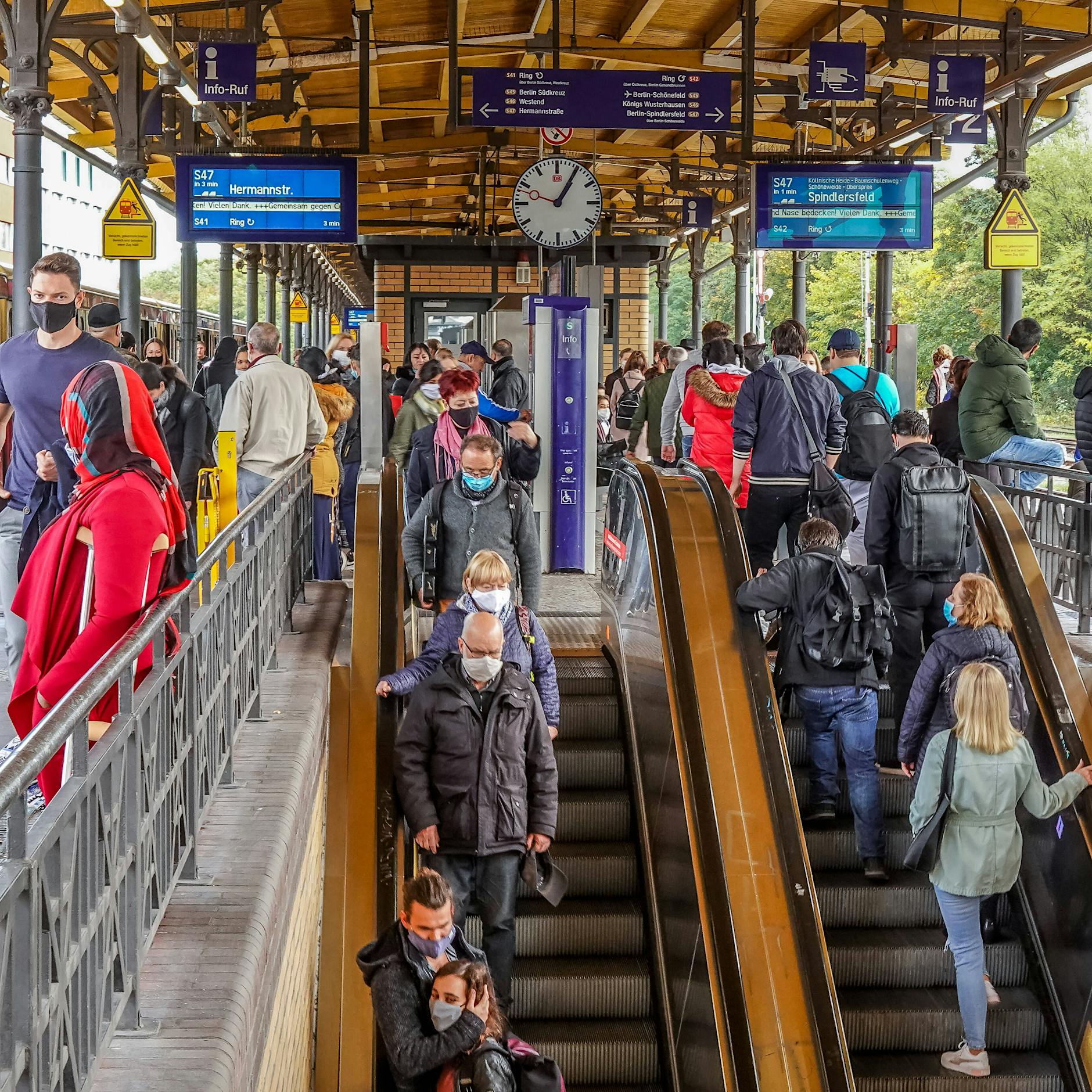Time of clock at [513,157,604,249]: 1:05
